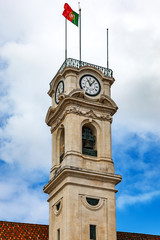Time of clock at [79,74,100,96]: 11:06
